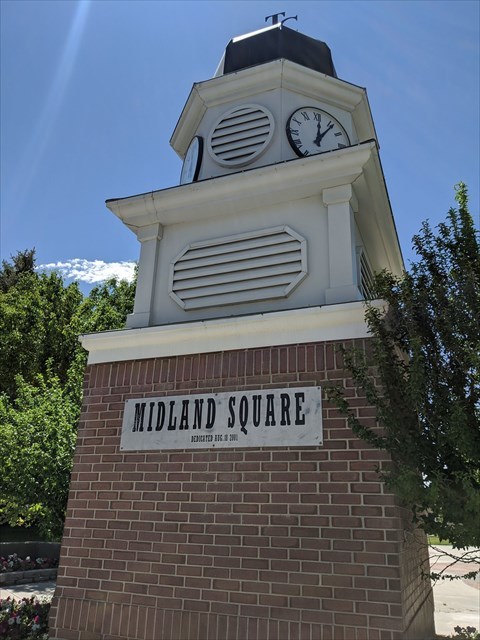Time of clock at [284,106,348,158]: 12:06
